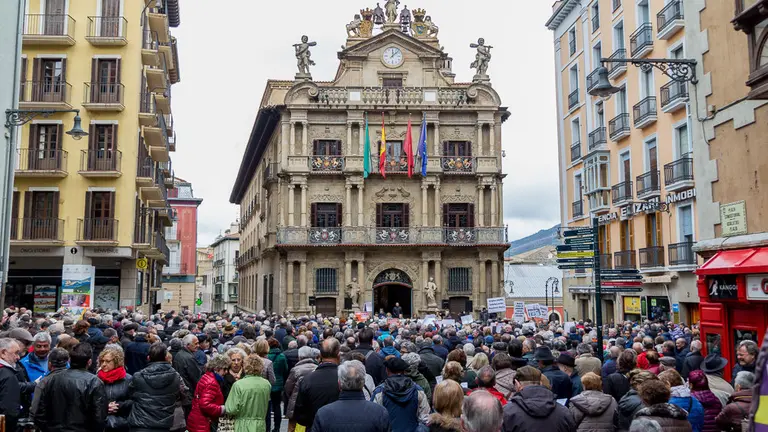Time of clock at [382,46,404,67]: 12:07
